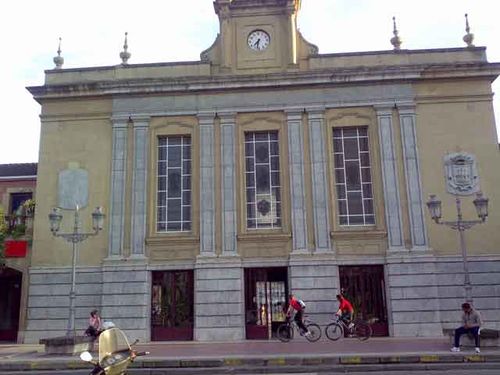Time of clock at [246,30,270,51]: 7:32
